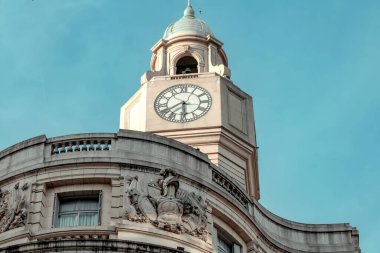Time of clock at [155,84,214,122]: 5:40
